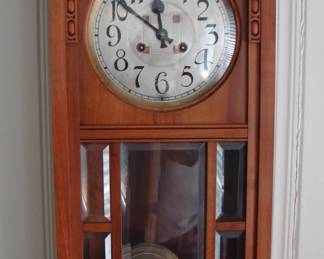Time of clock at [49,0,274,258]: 11:51
